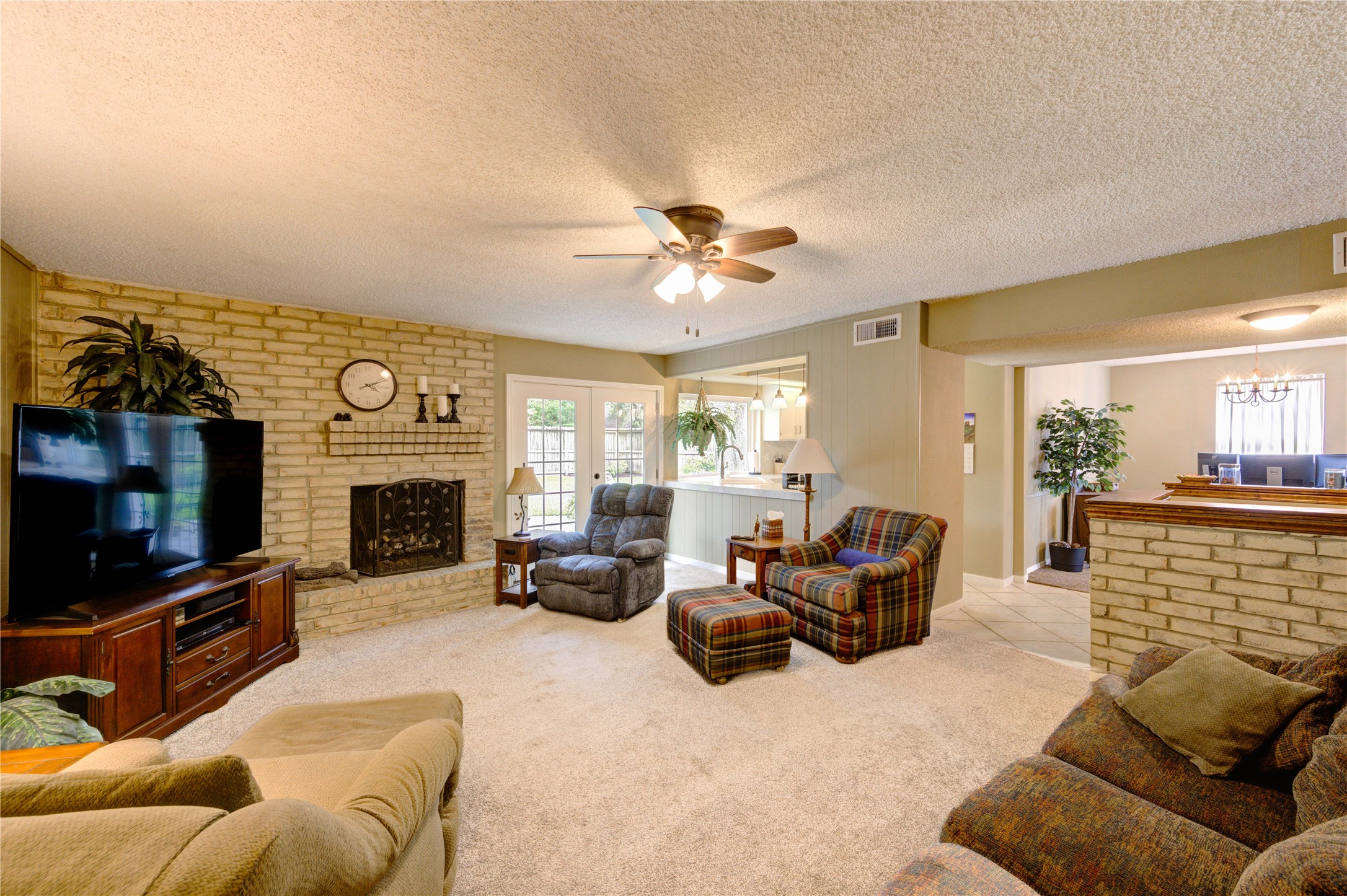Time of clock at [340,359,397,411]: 4:11
